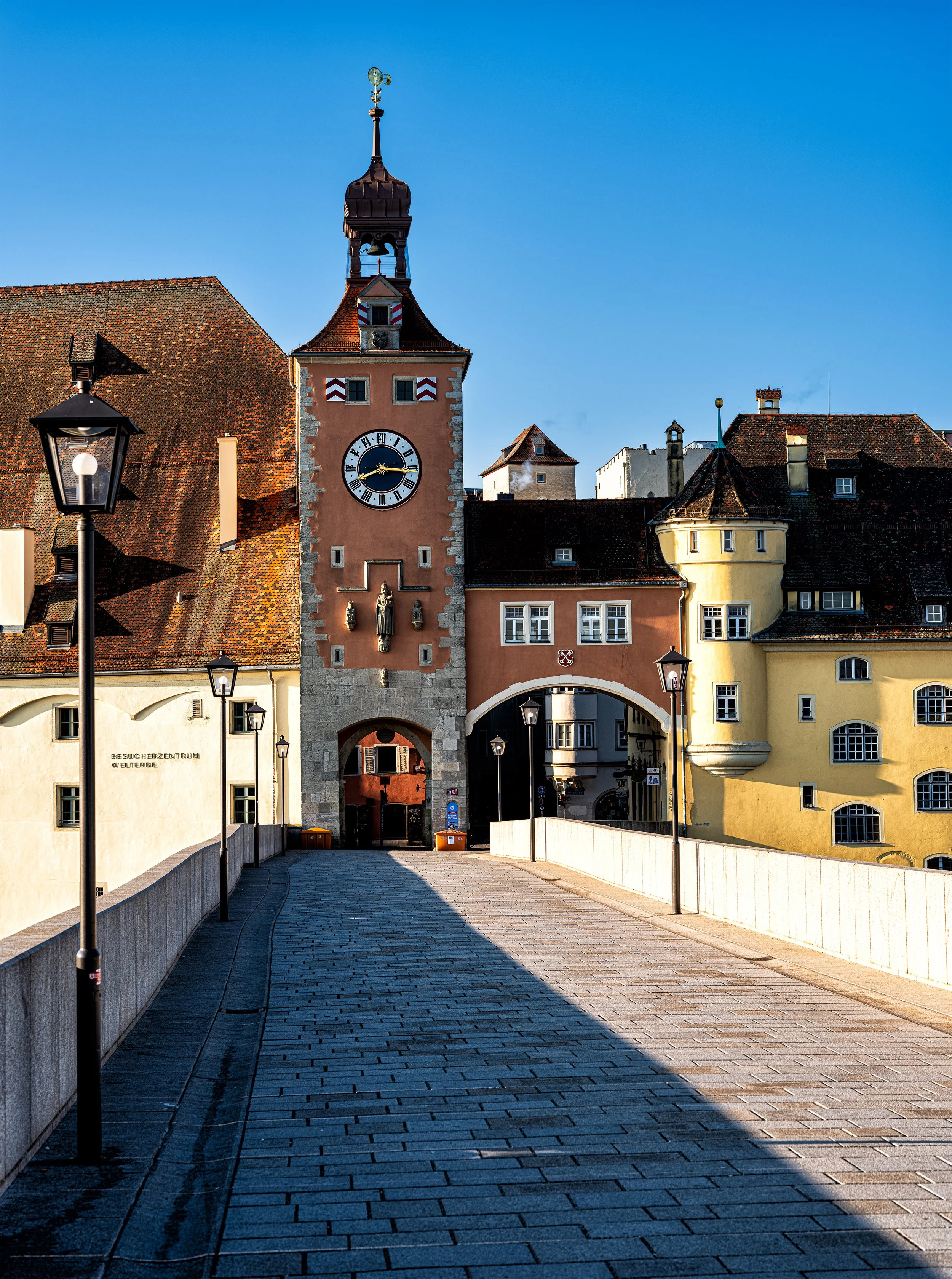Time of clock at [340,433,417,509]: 8:15
